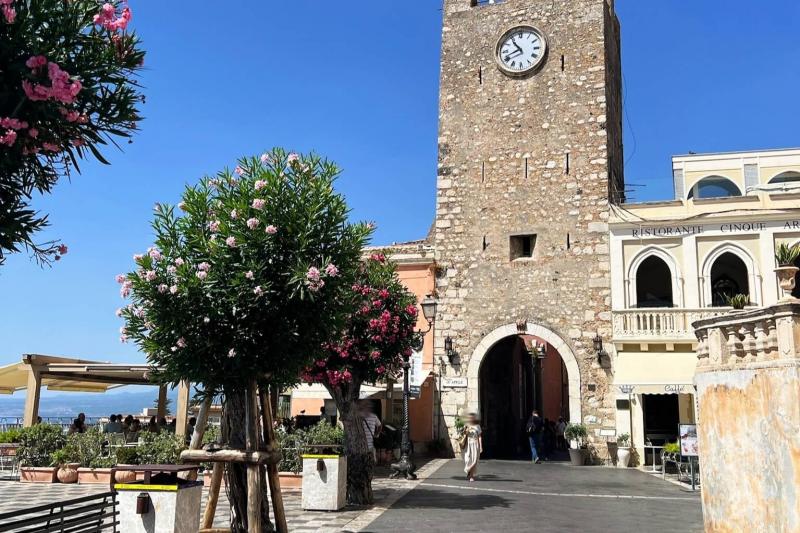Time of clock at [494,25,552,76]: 10:41
